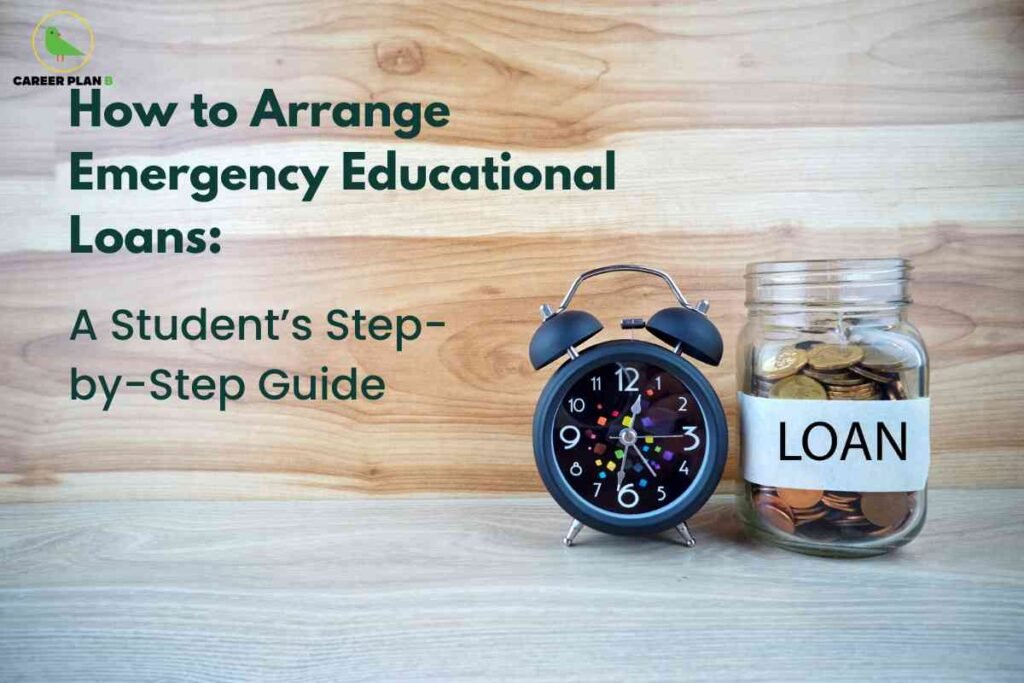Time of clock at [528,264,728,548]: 12:32
